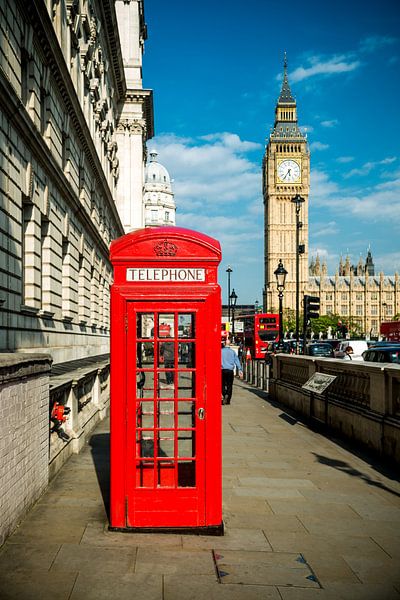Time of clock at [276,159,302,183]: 5:35
